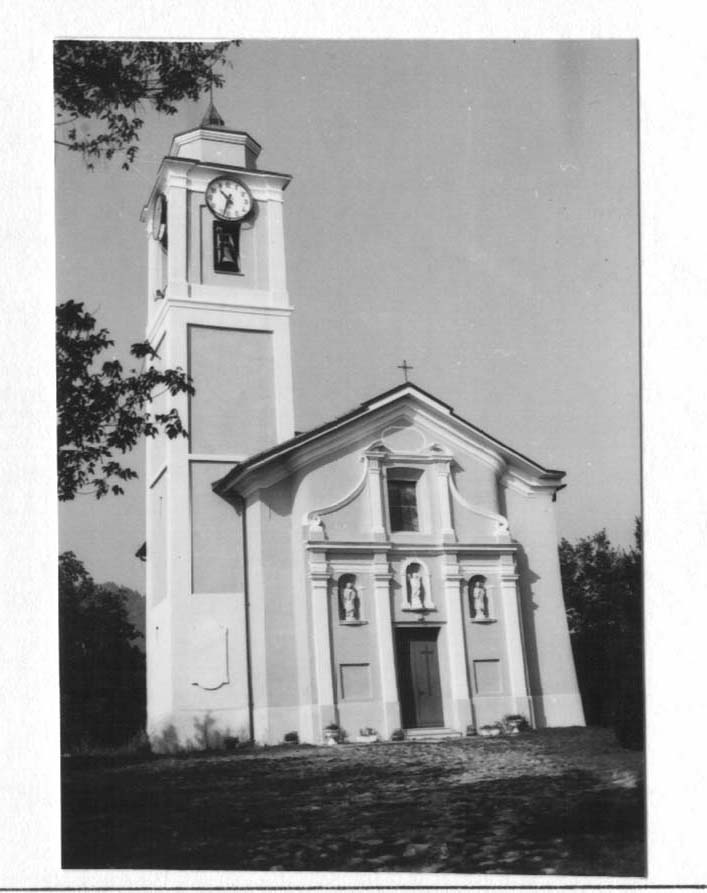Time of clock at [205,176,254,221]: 10:33
